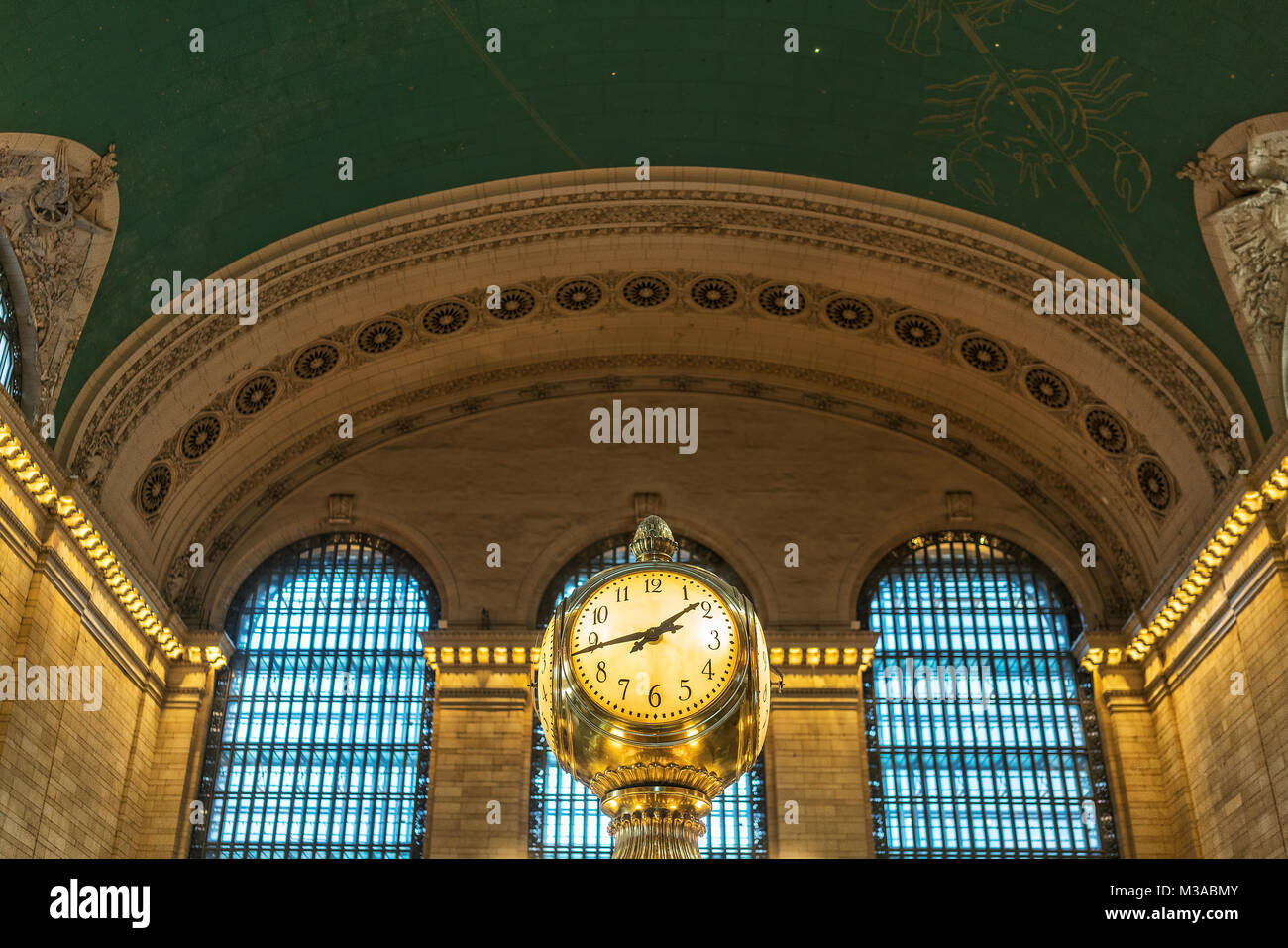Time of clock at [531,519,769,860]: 1:43
